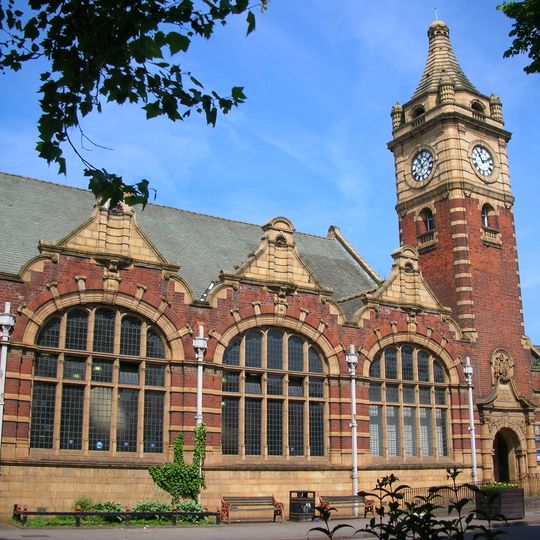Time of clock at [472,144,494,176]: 11:11
